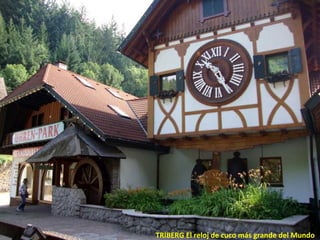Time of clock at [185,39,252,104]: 10:25
